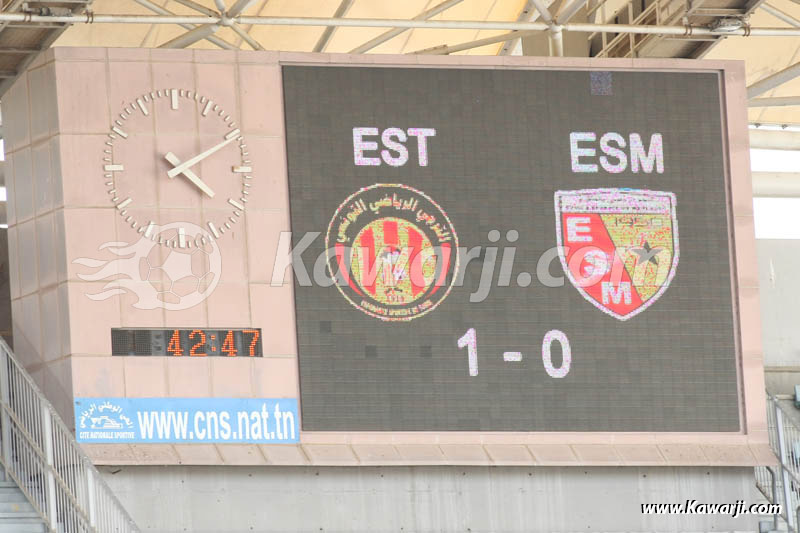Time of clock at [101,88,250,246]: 4:10
